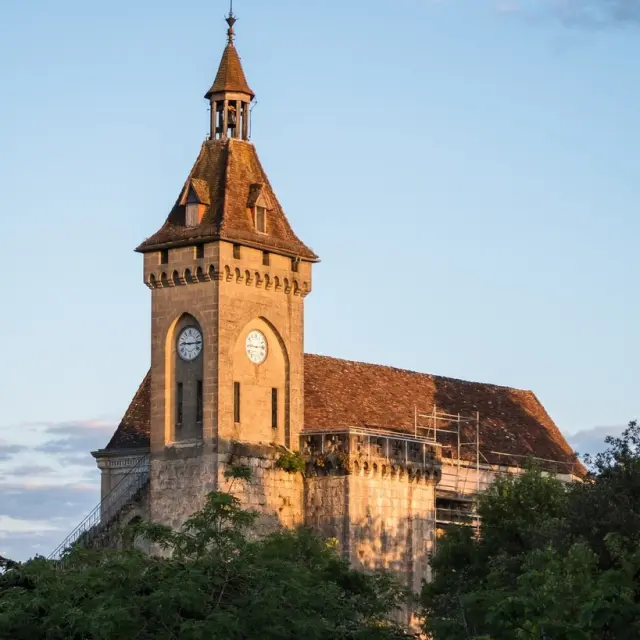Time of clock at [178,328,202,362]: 9:15
